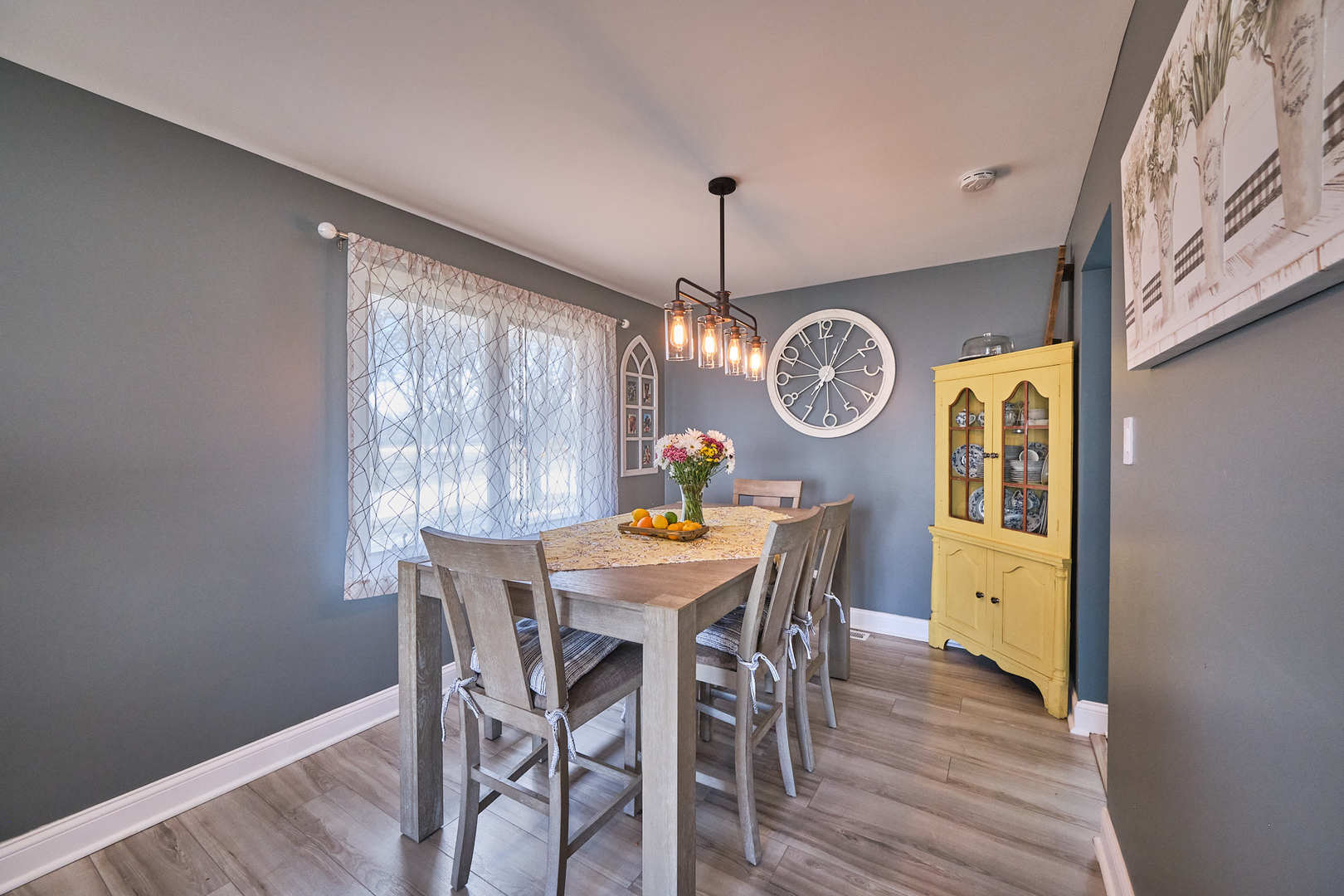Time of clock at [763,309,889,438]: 12:04
